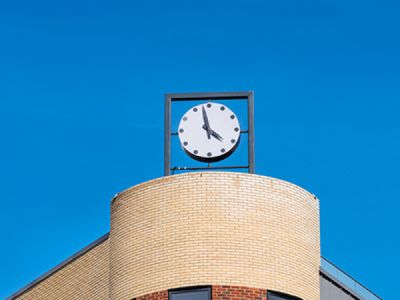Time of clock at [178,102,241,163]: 3:57
